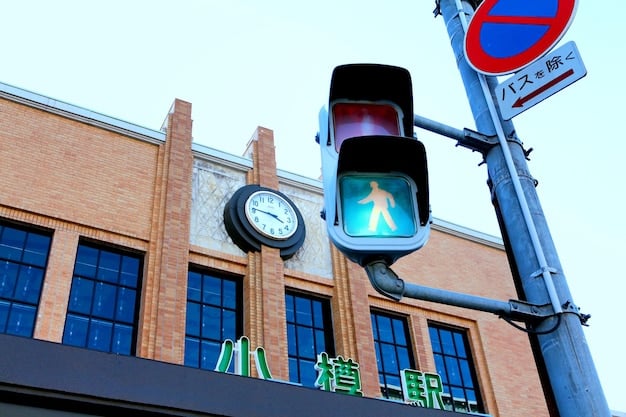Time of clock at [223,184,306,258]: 3:46
